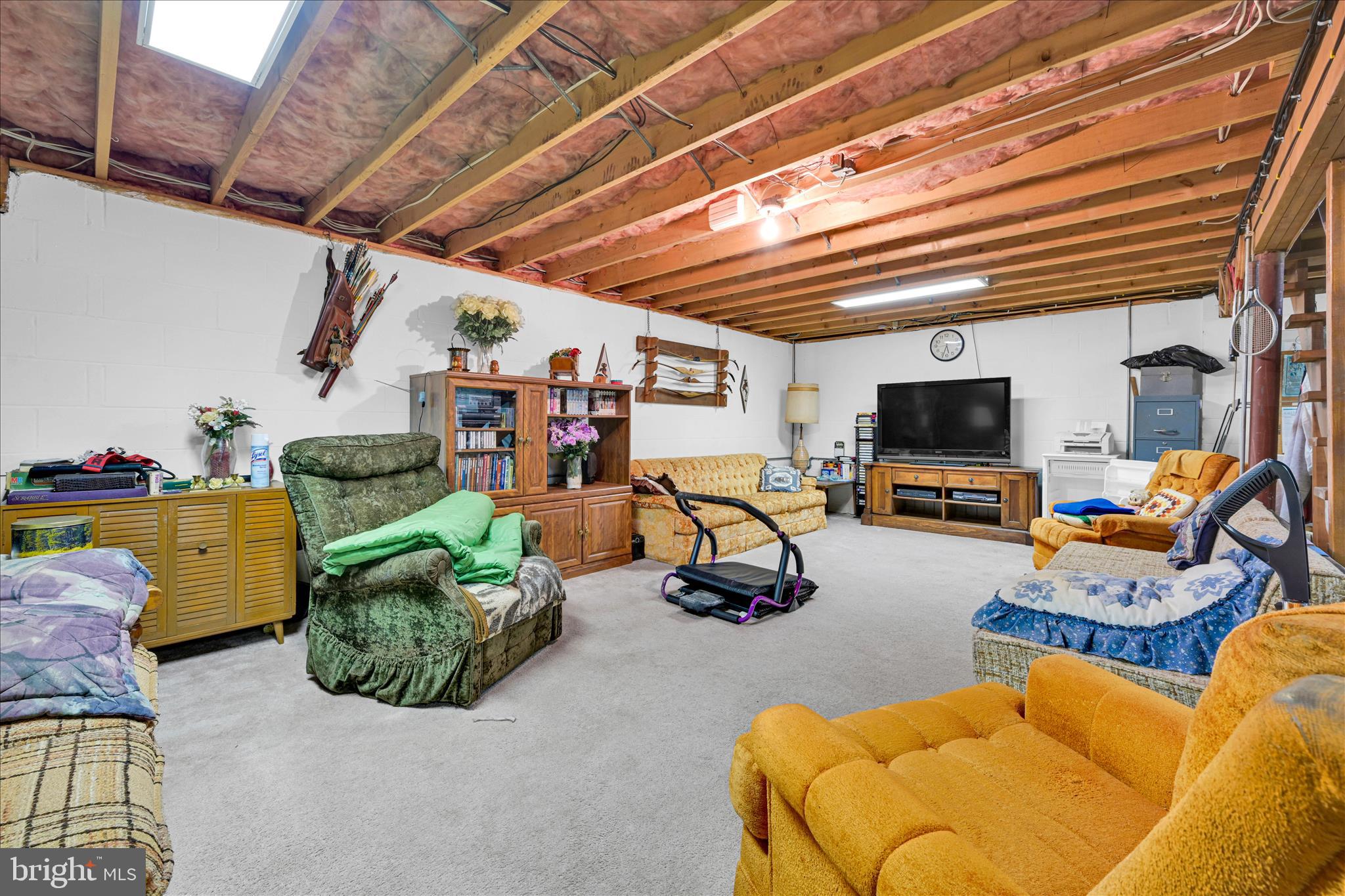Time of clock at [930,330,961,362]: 5:33
